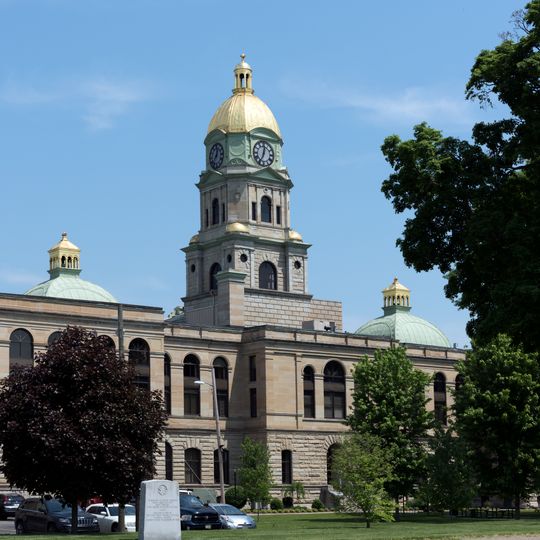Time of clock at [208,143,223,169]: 12:37
